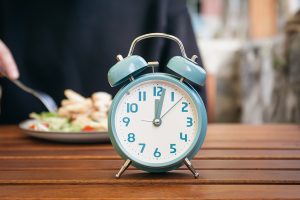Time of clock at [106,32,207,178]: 12:02
